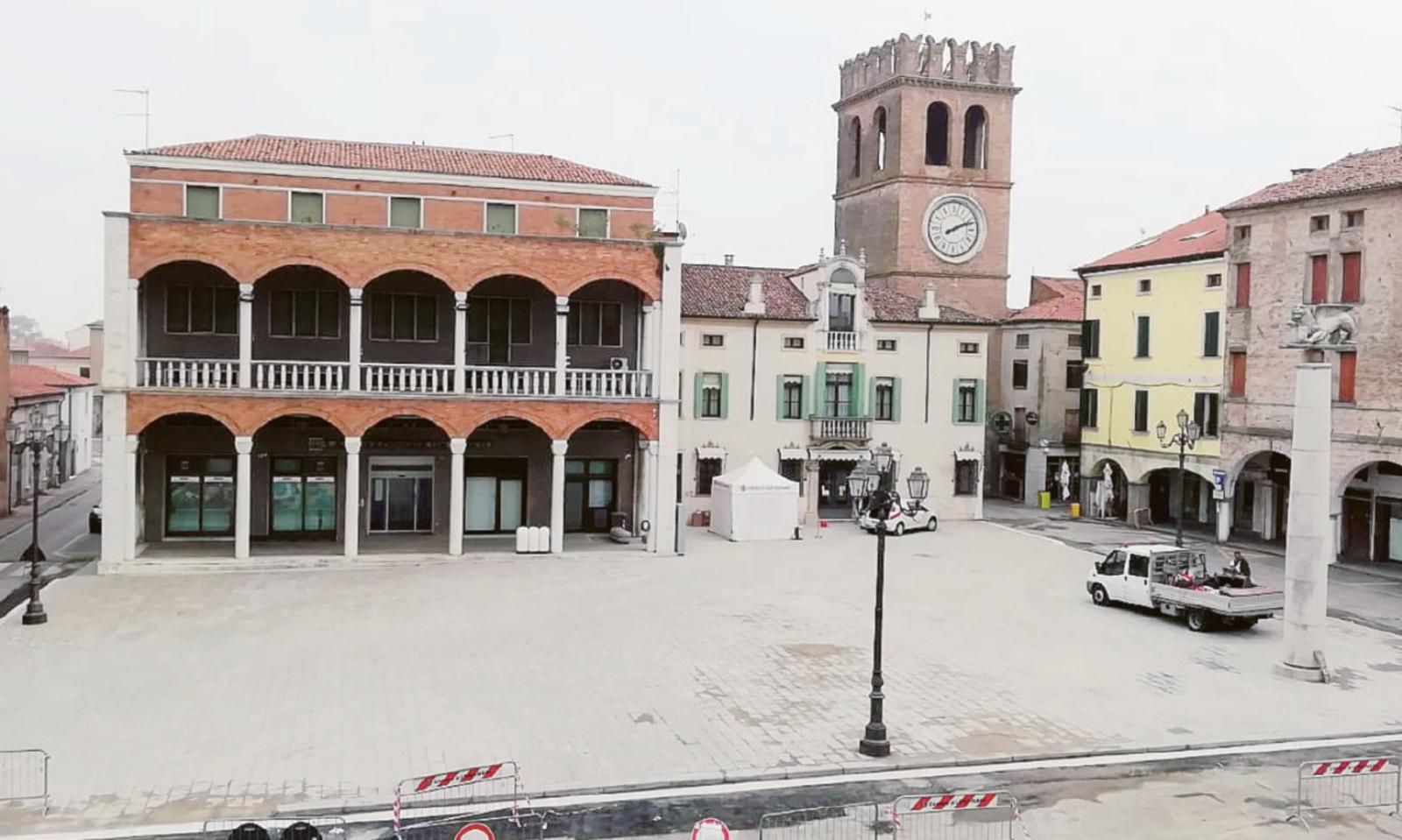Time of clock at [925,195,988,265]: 2:11
